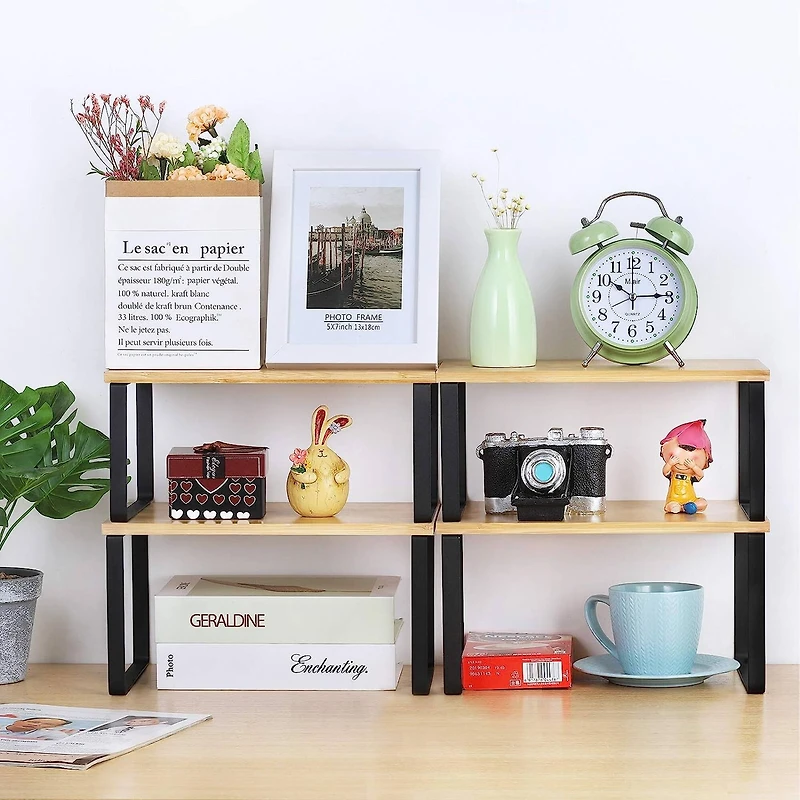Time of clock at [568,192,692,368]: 10:14
